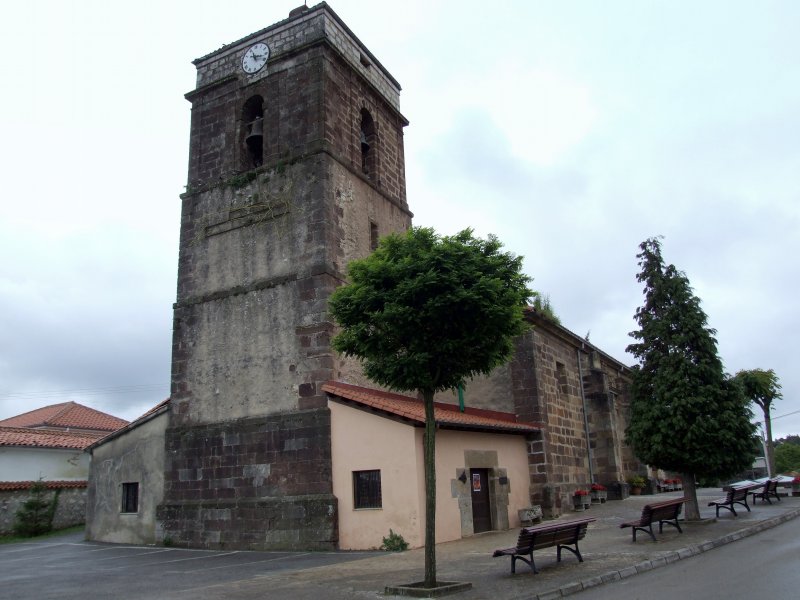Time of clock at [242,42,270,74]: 11:17
